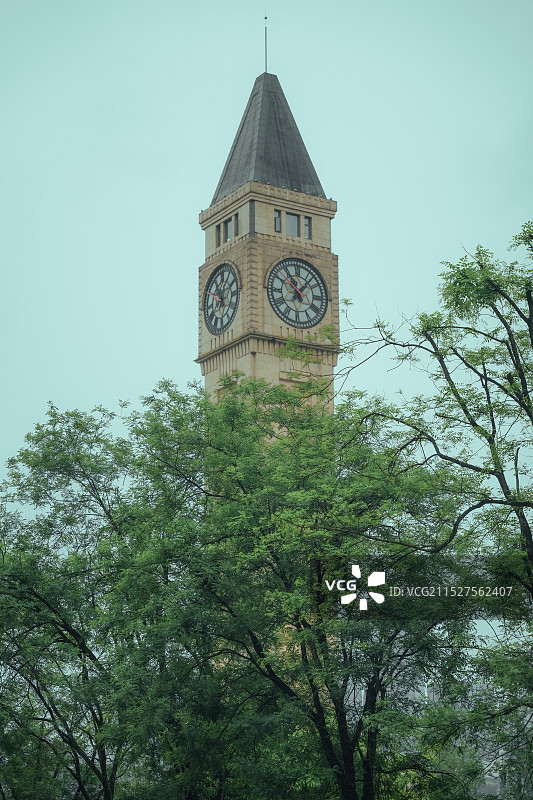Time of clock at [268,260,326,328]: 11:06
